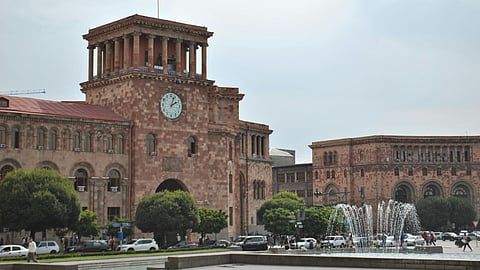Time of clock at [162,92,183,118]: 2:03
